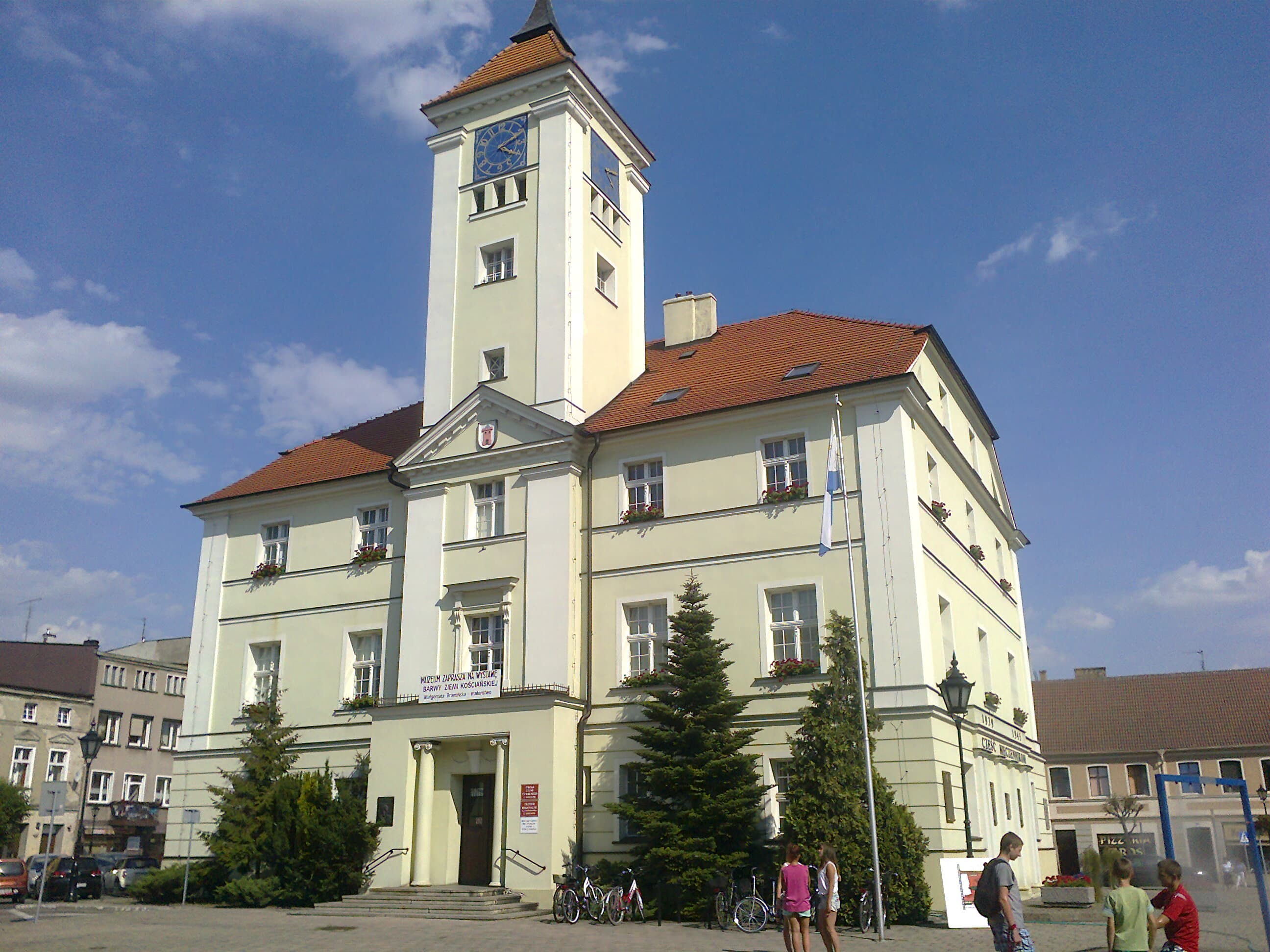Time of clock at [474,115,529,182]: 4:10
